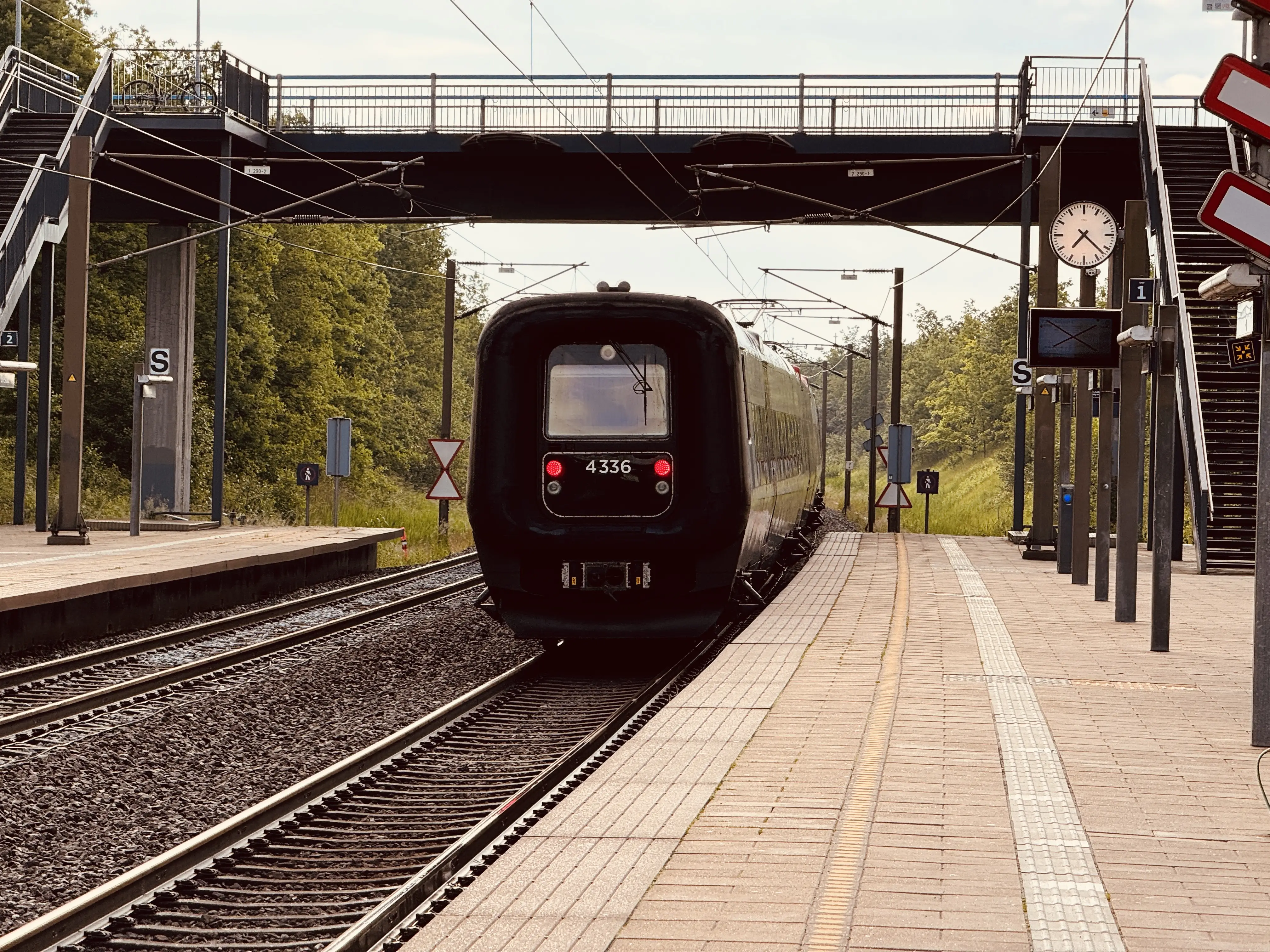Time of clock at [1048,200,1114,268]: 7:22
